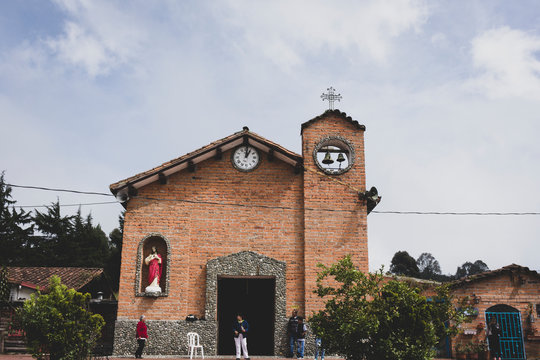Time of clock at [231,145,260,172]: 1:01
